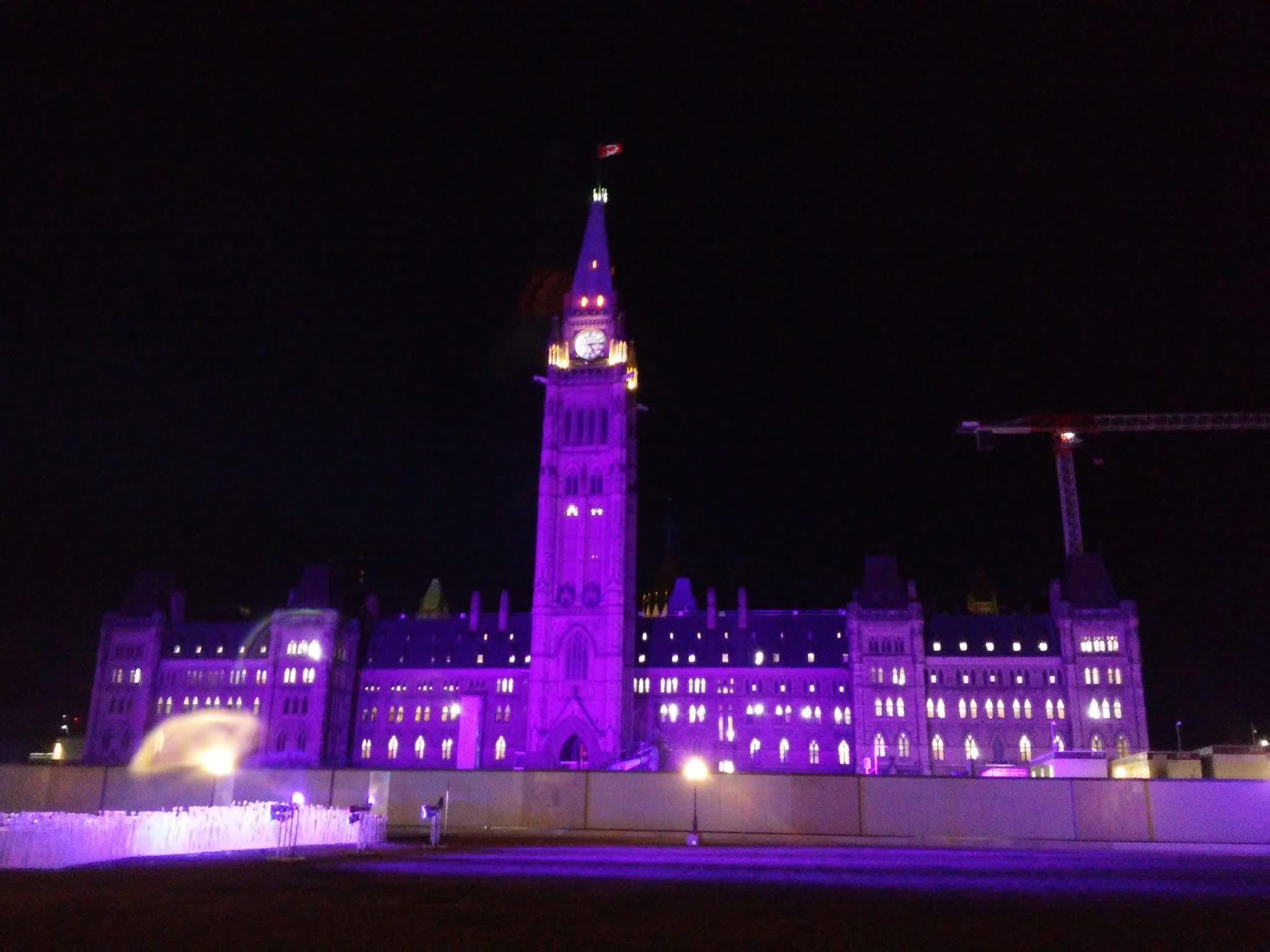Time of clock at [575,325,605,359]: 5:14
